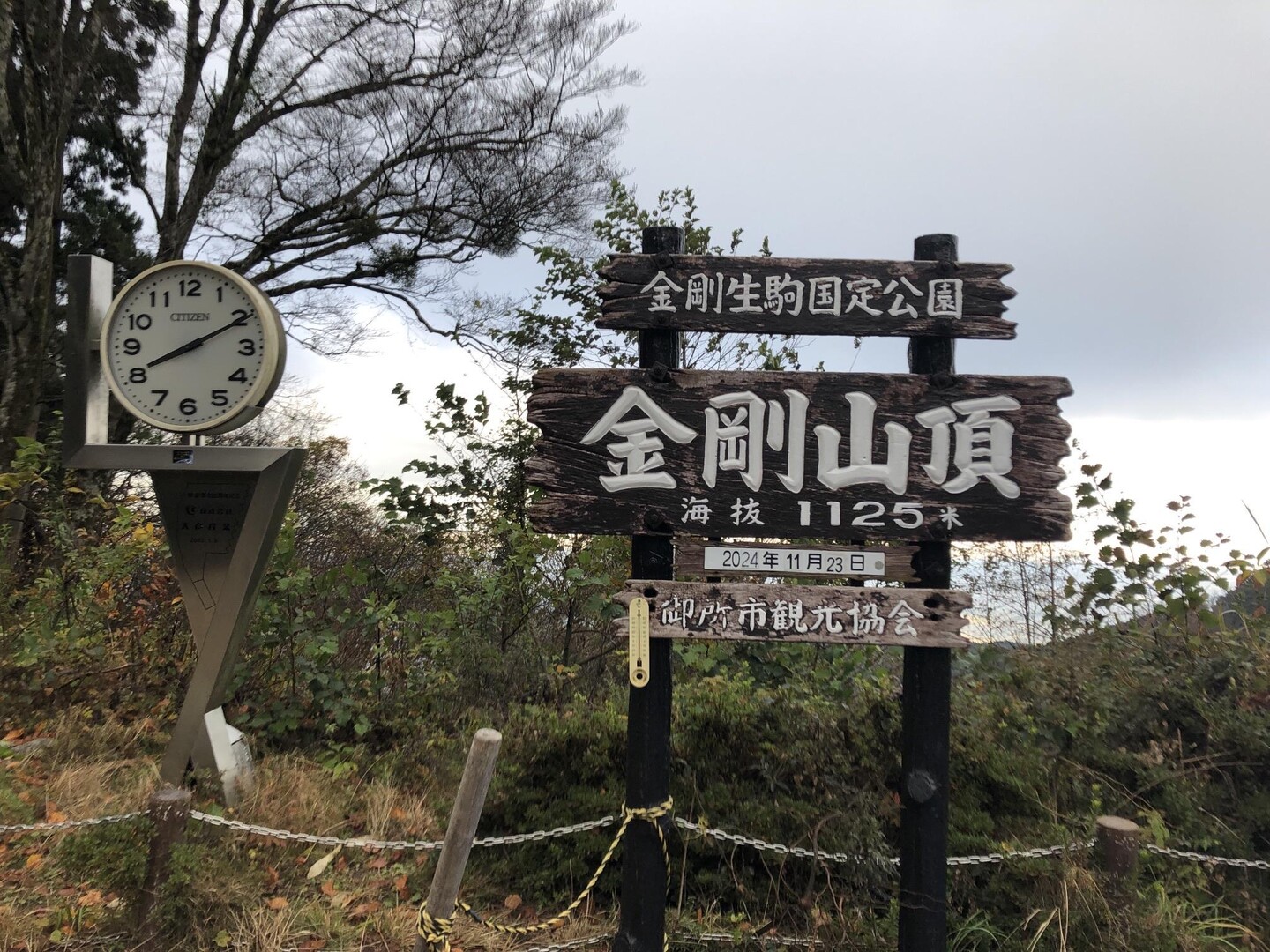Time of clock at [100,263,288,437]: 8:10
